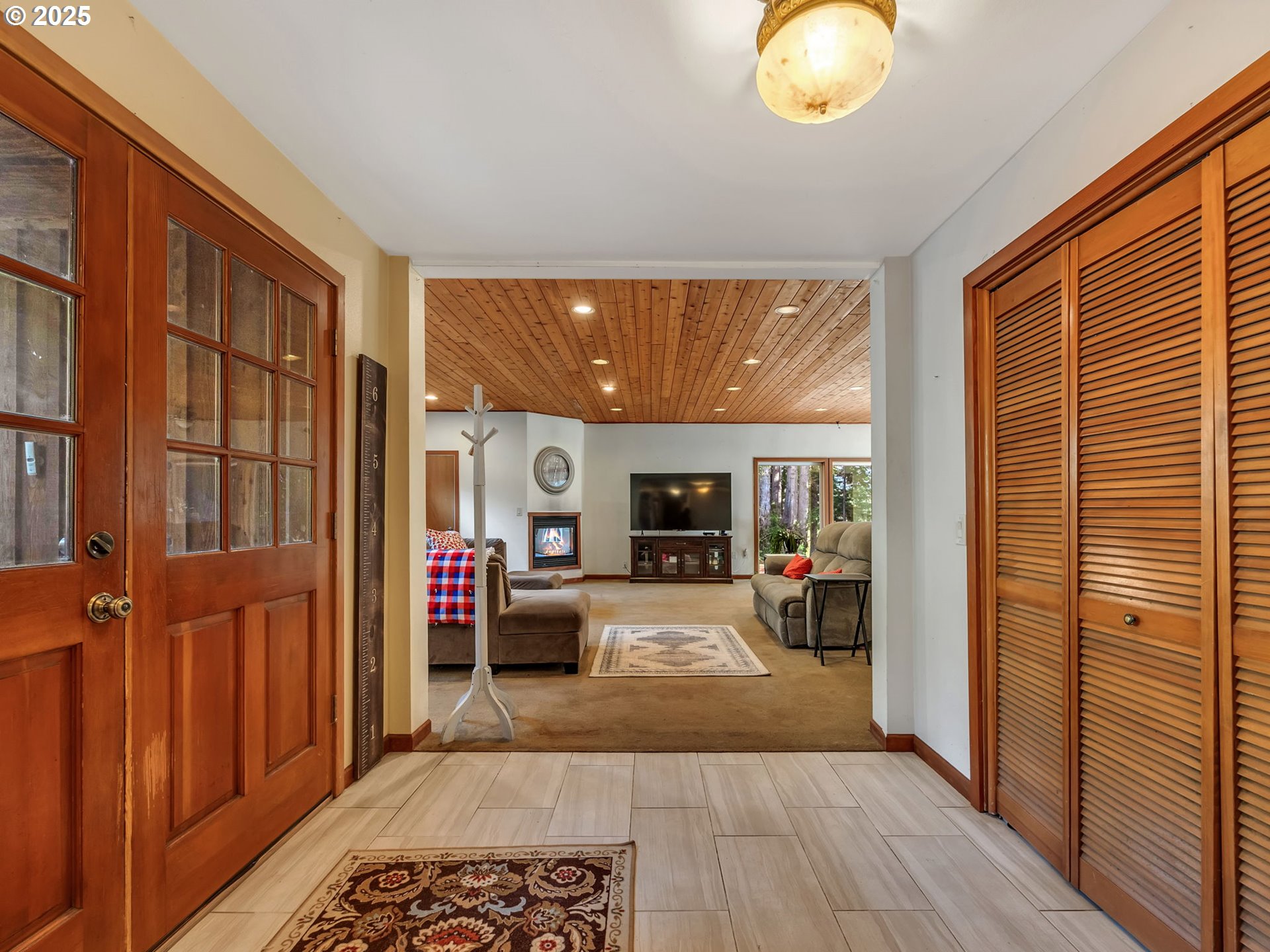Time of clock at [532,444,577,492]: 8:32
